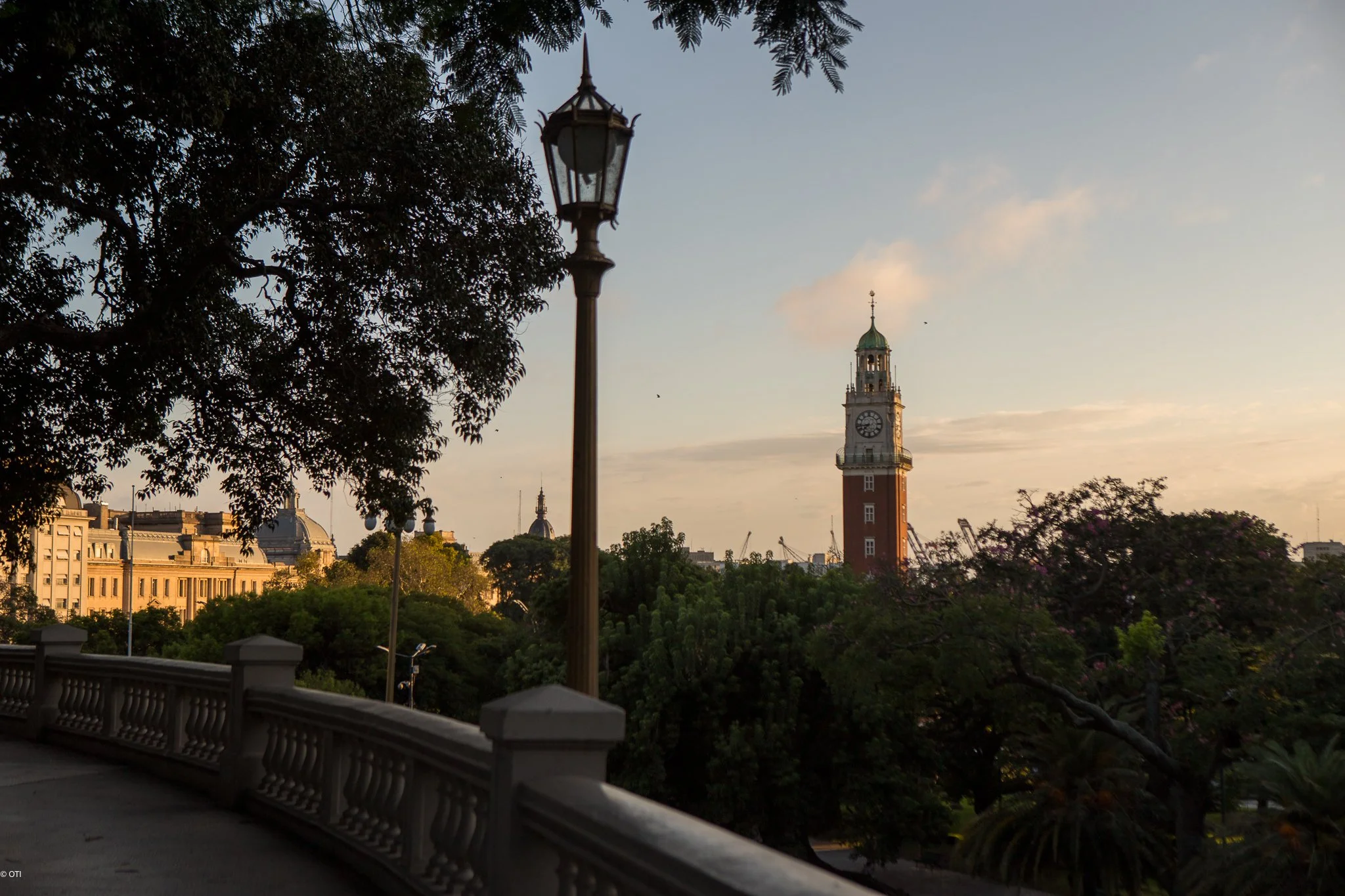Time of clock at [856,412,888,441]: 7:43
